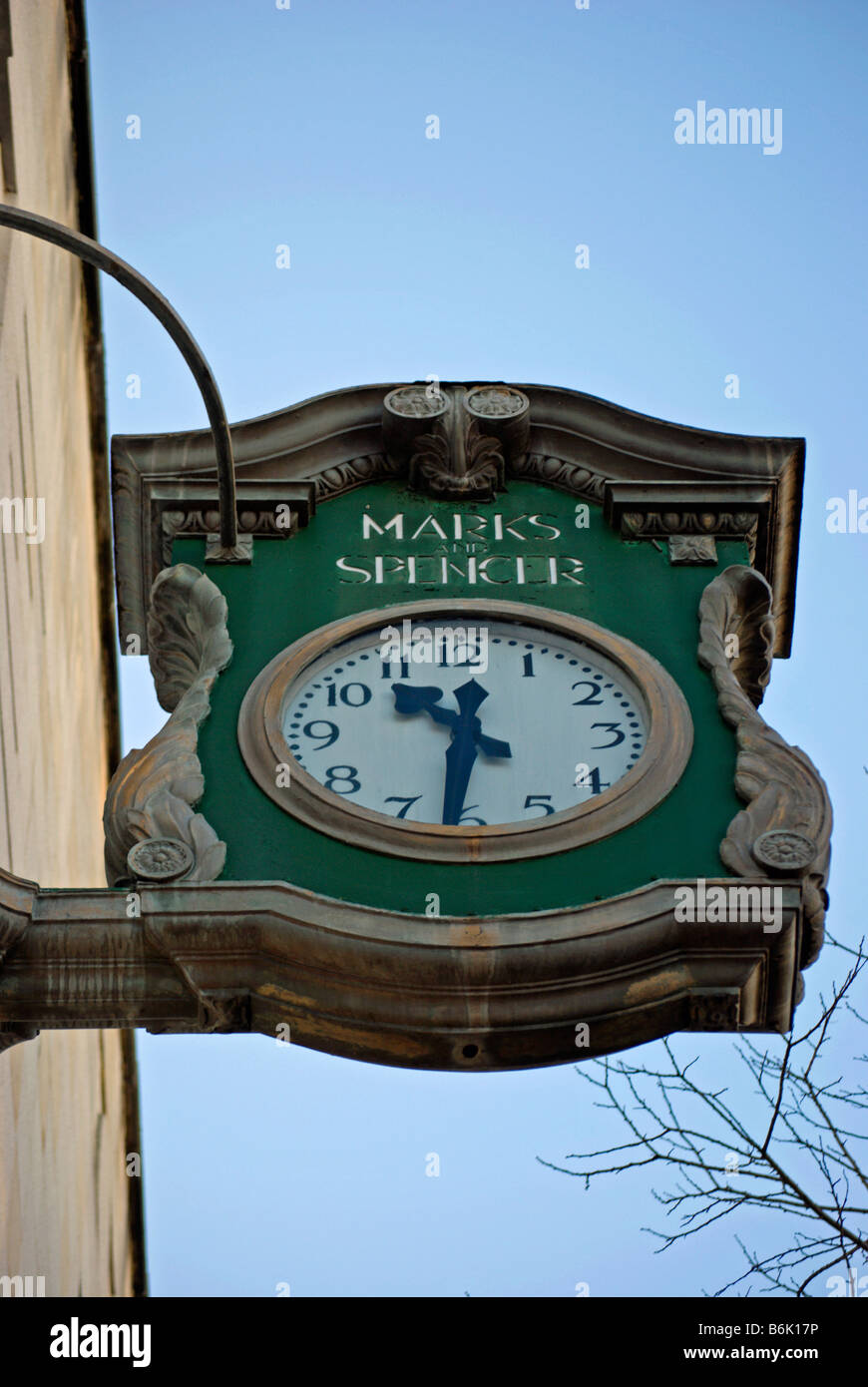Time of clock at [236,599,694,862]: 10:31
